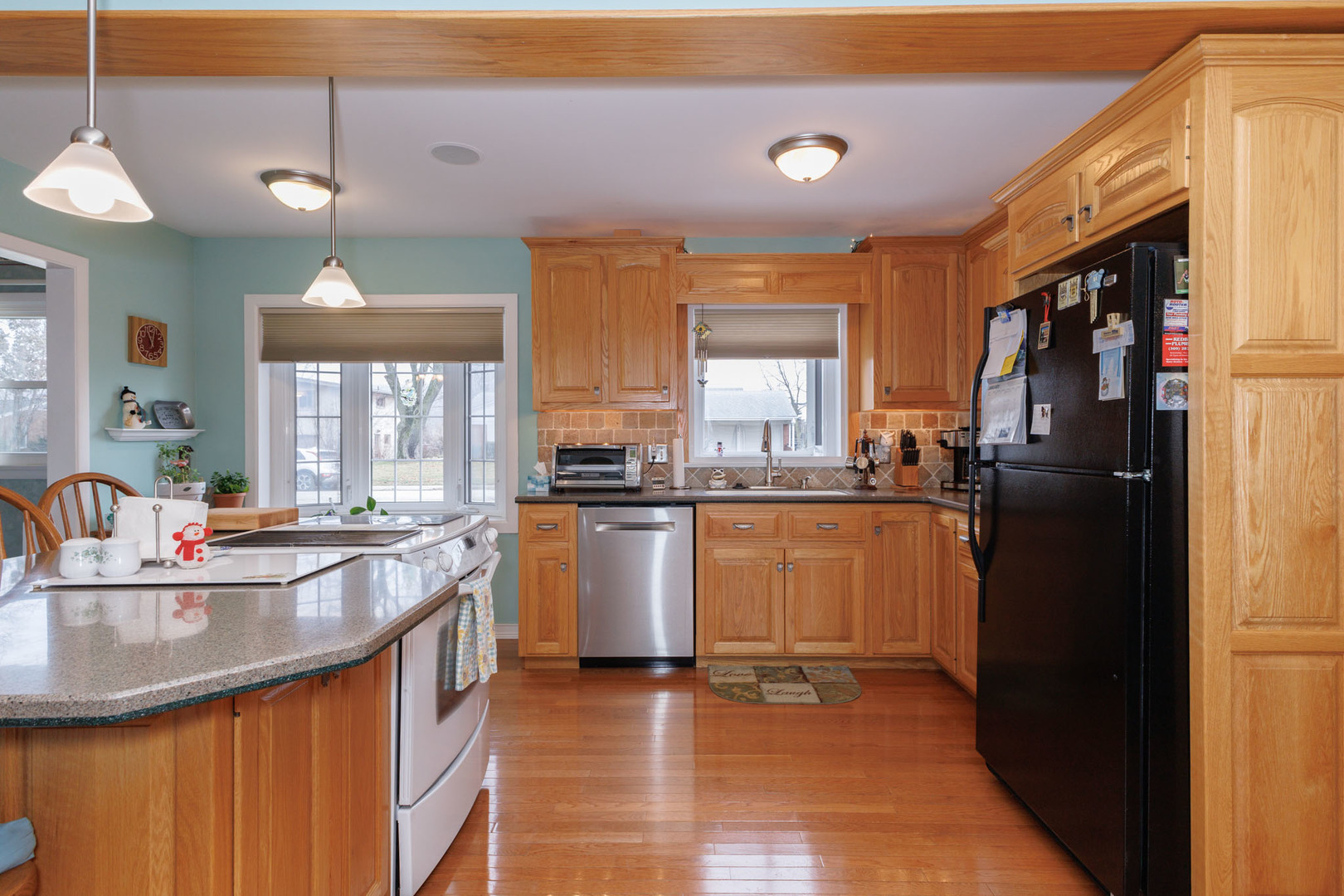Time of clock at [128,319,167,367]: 11:03
